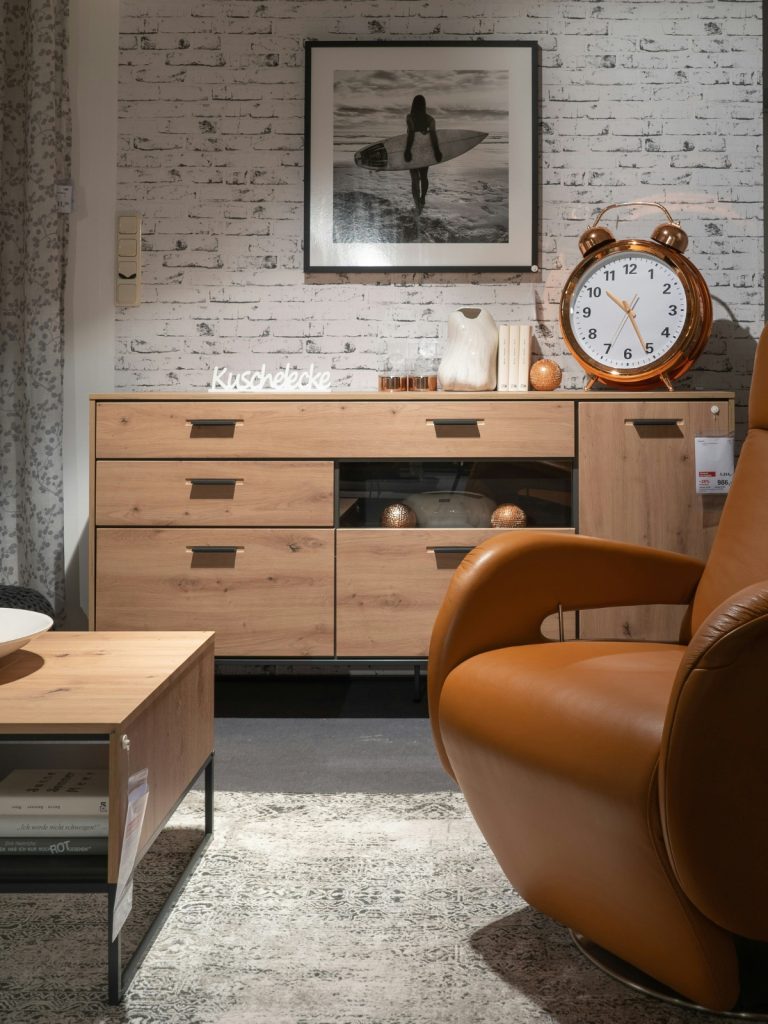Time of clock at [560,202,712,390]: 10:25
